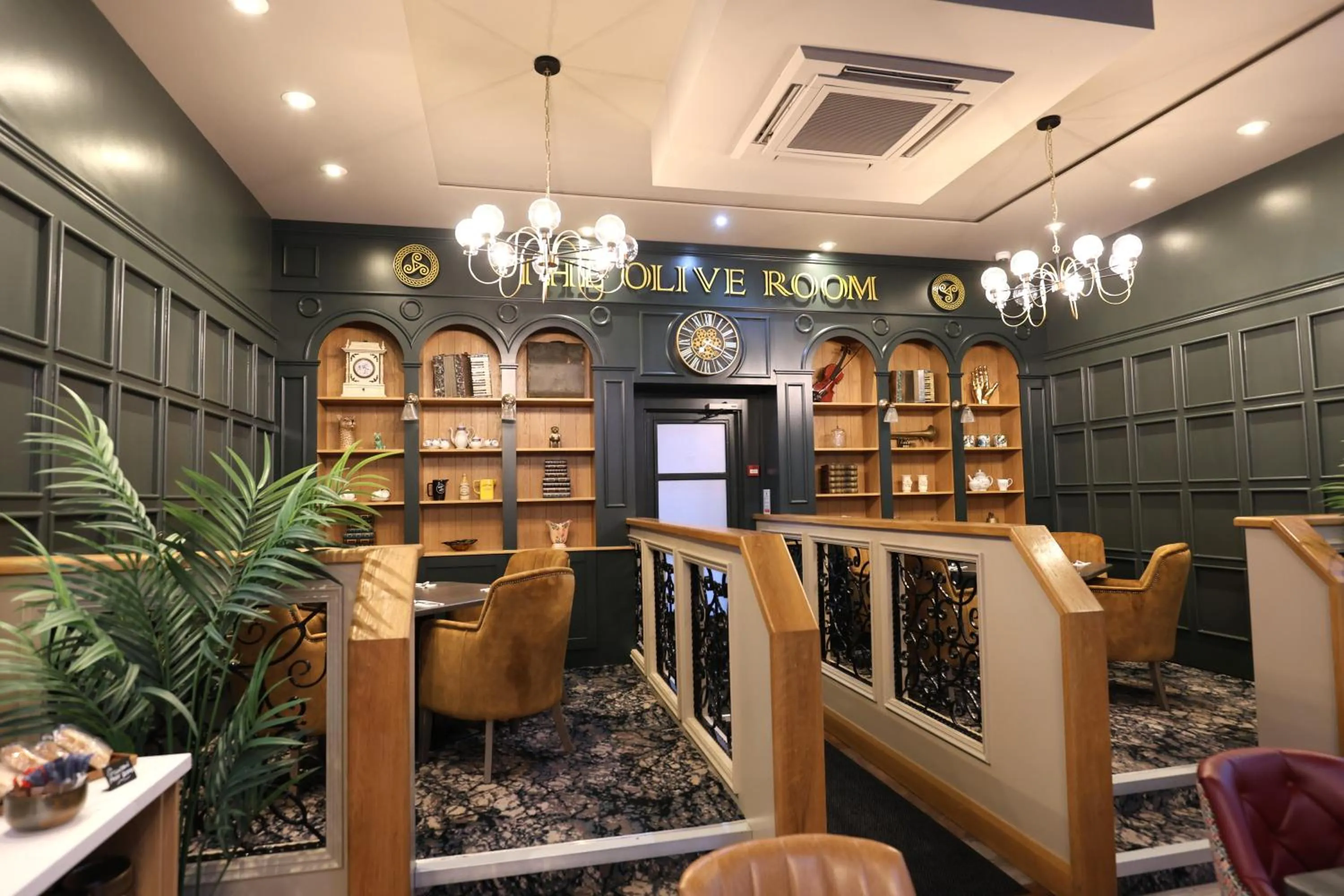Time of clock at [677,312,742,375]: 7:18
